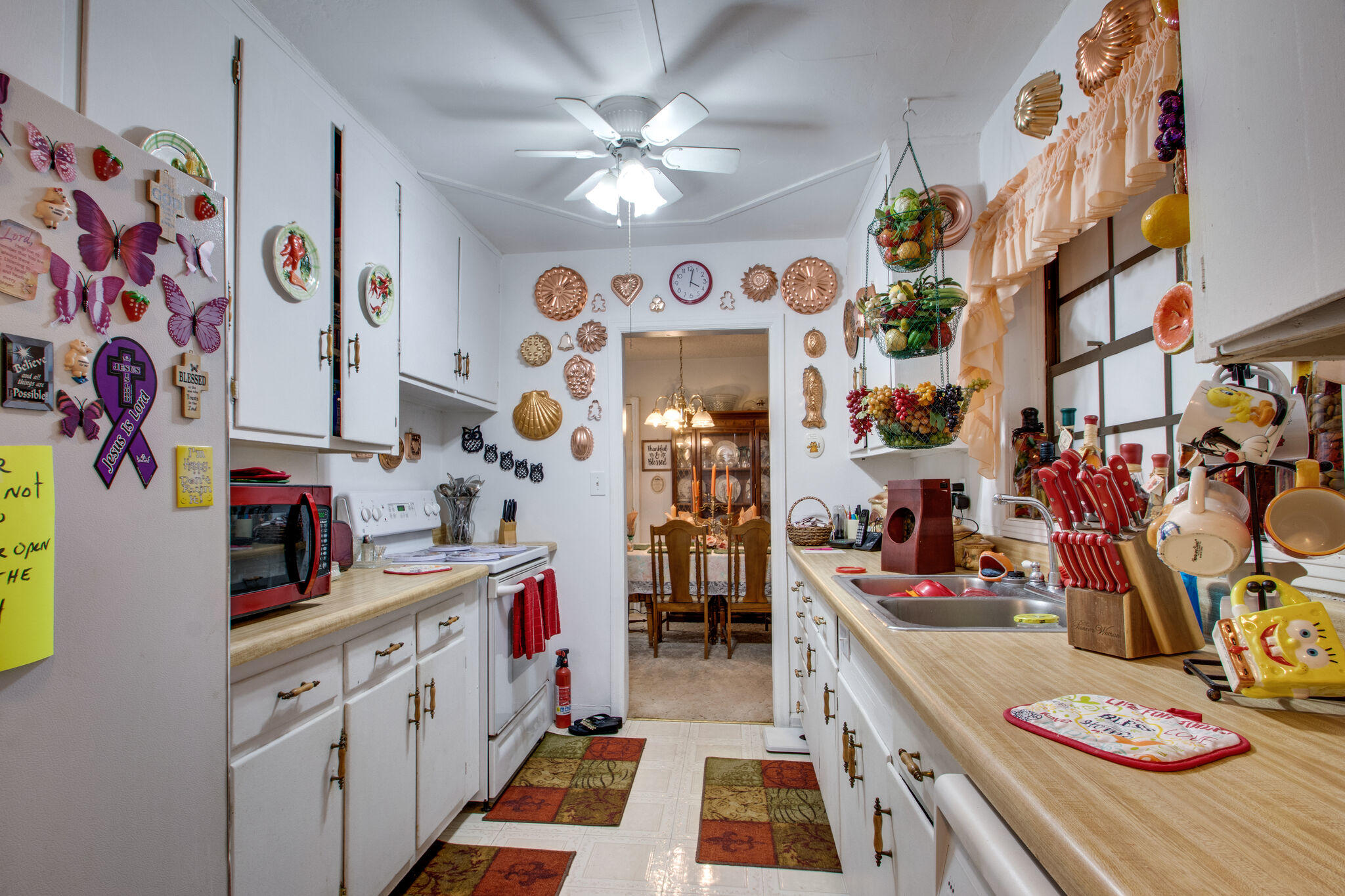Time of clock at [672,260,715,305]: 4:02
